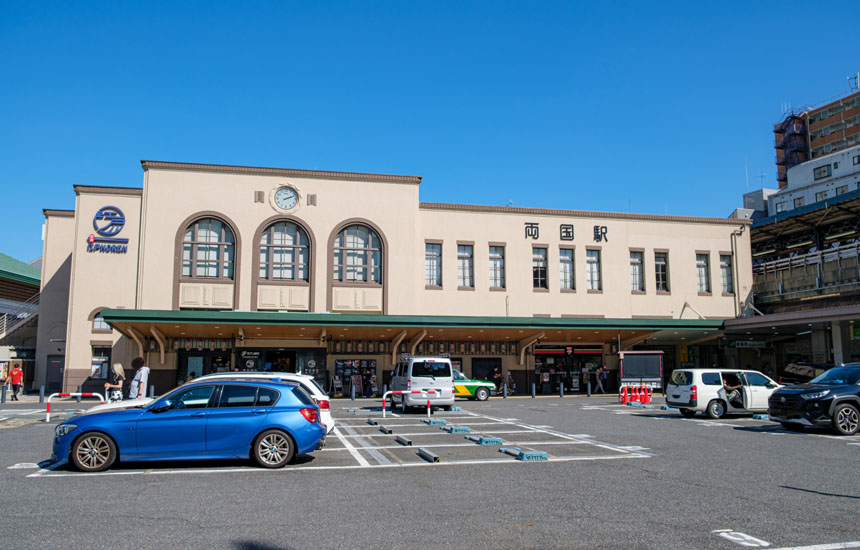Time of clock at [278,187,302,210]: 2:11
